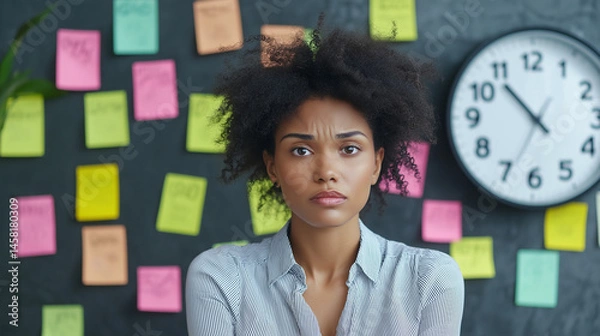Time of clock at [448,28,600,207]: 10:34
